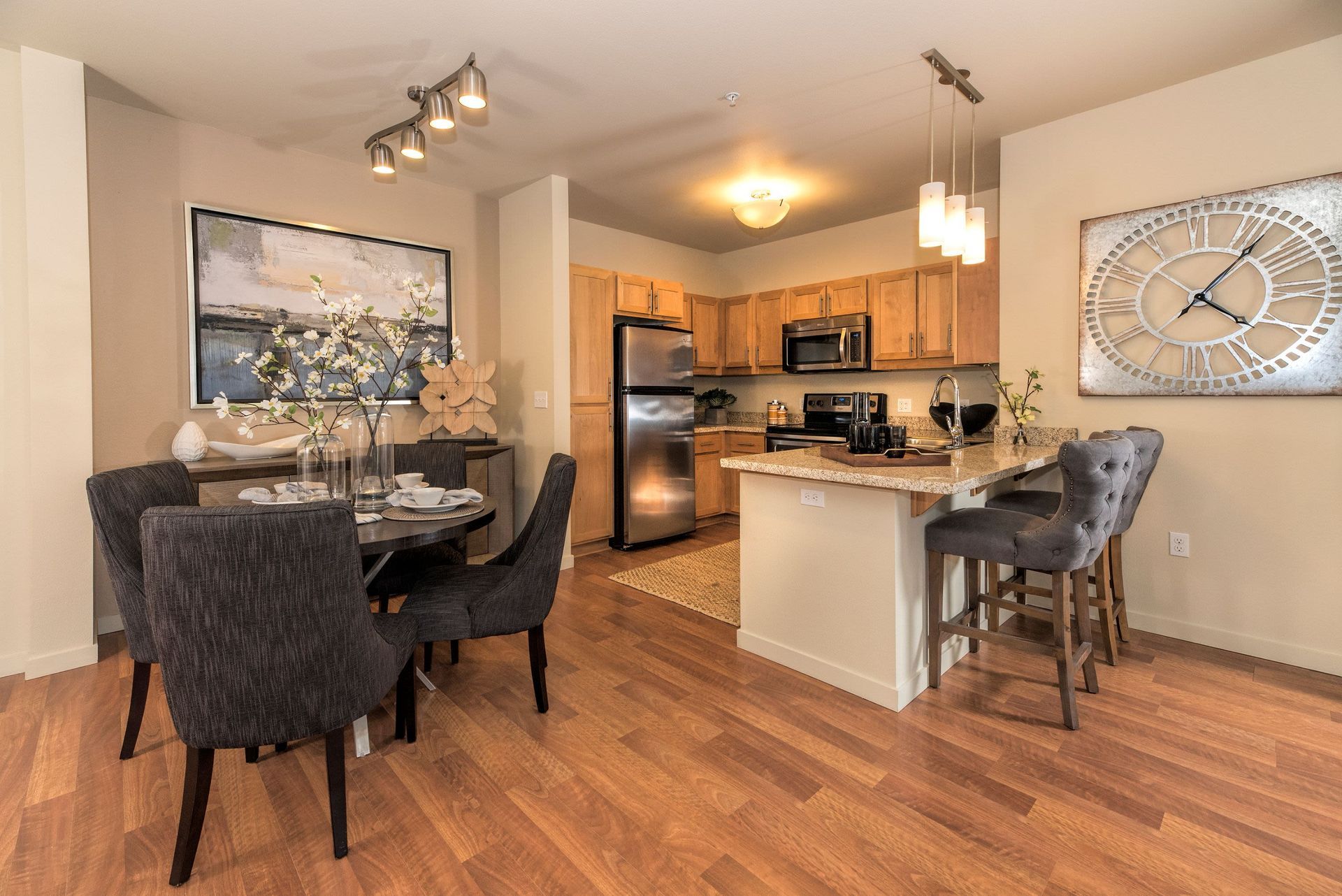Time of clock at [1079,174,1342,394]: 4:07
